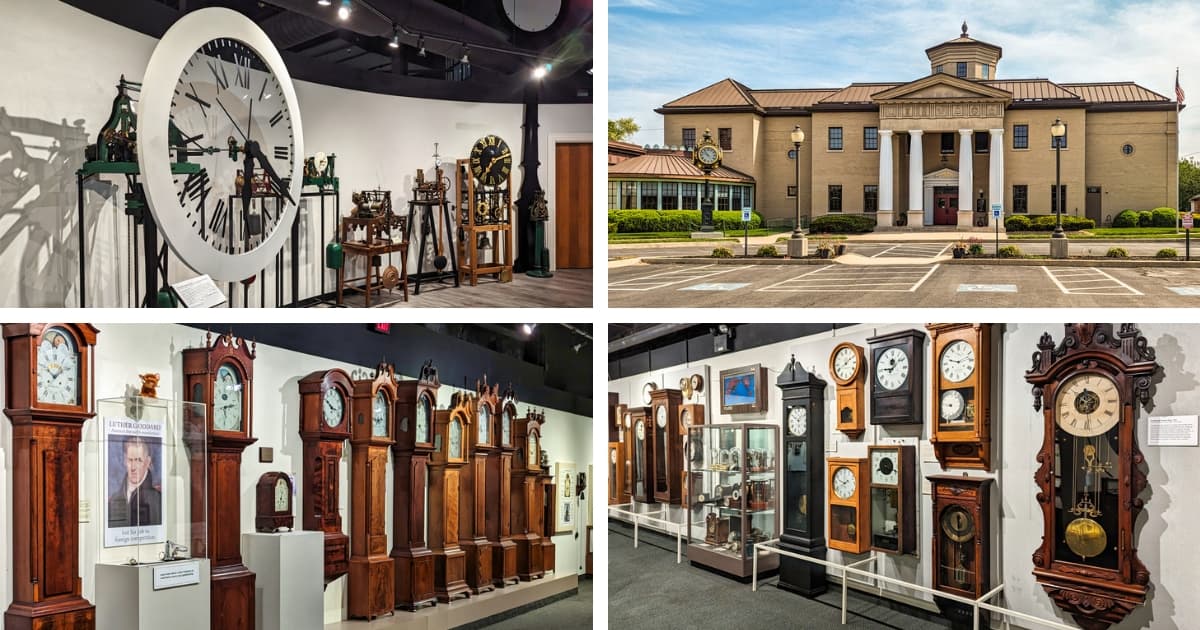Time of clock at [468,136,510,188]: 7:11
